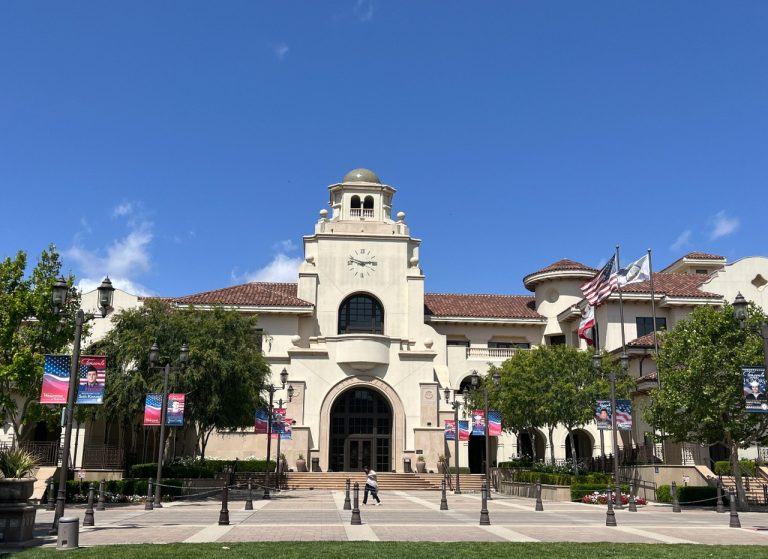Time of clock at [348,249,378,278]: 2:48
